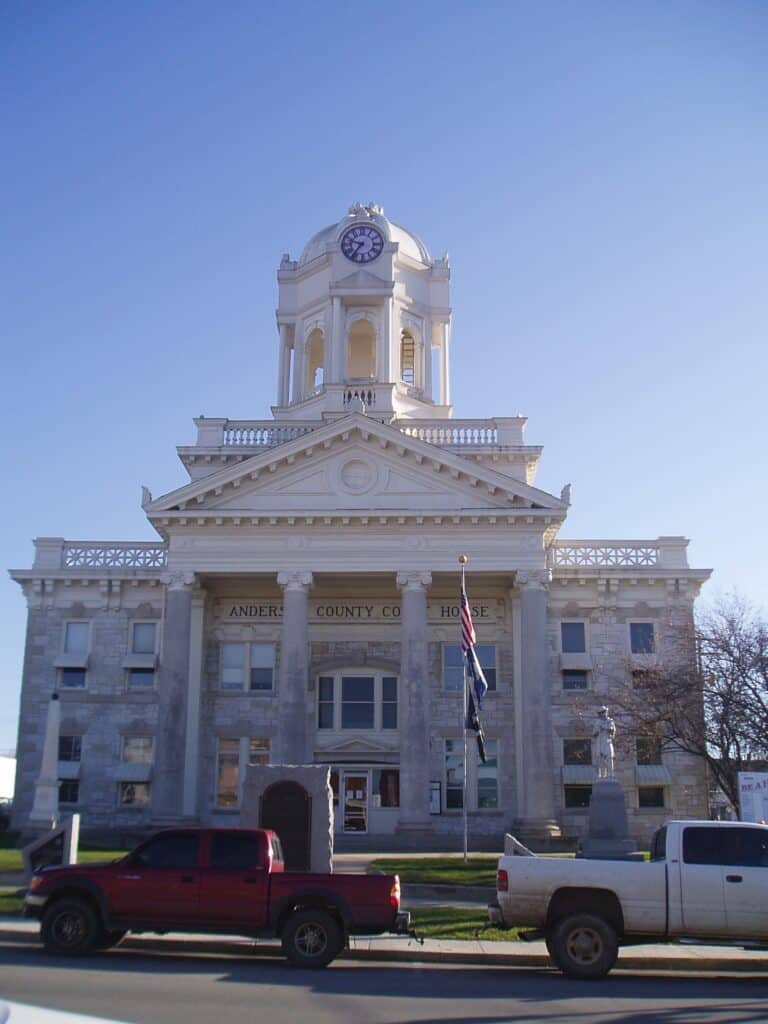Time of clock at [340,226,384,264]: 9:36
